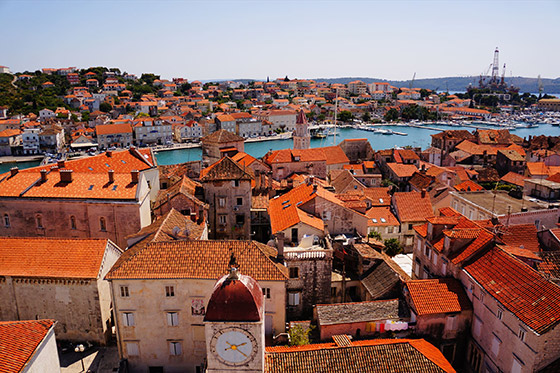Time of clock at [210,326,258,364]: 2:21
